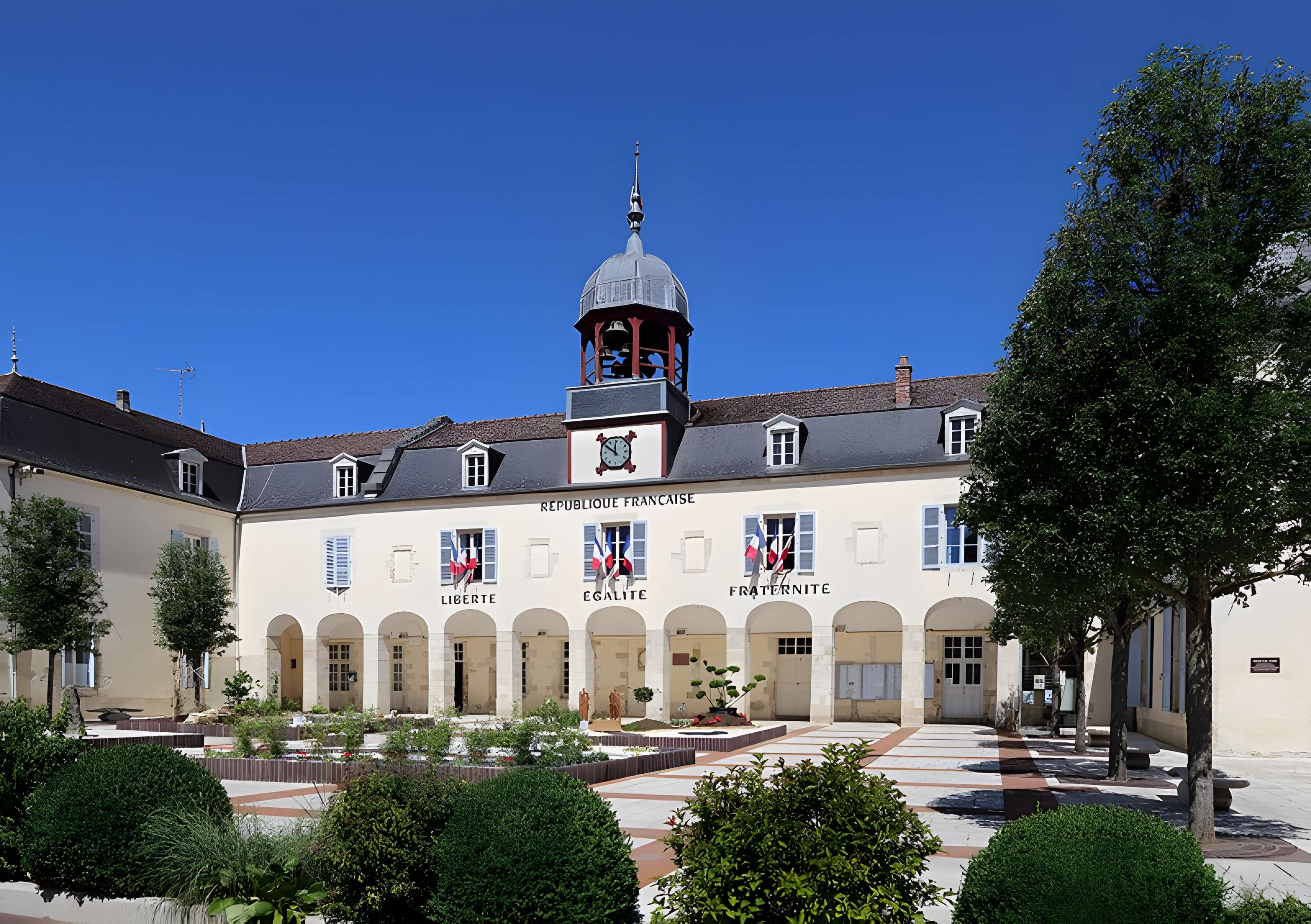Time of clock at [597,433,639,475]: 11:50
